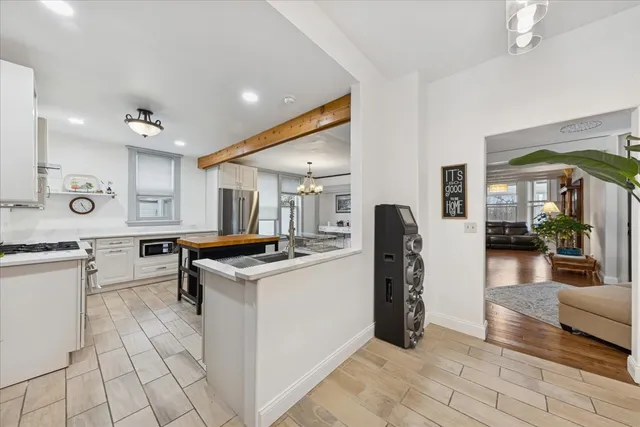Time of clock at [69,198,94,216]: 11:25
